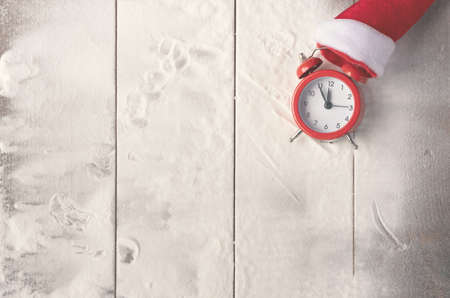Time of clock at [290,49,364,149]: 11:54
